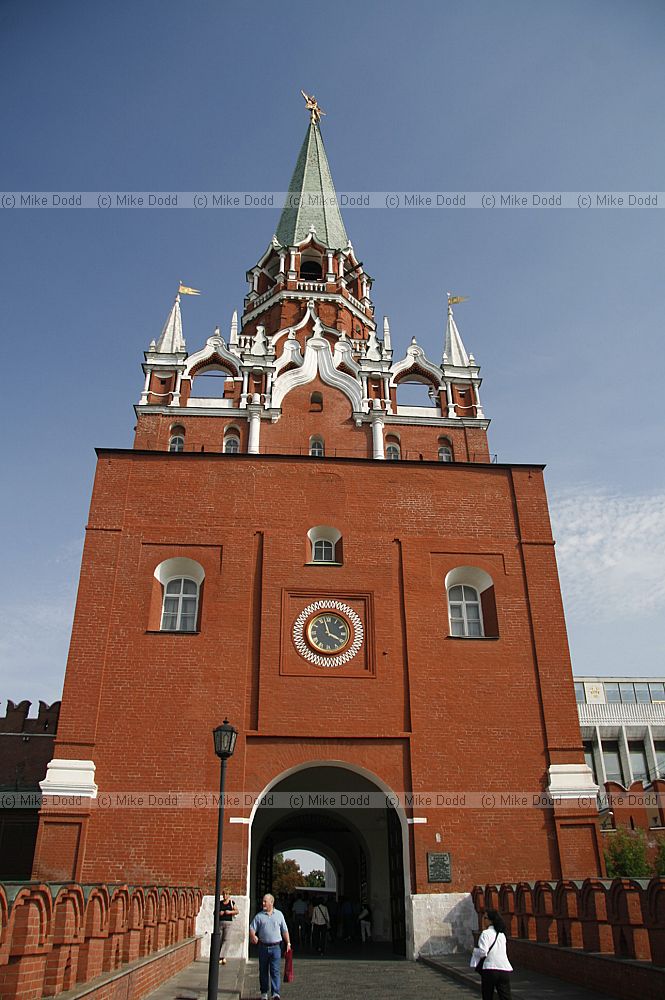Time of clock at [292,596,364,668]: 3:57
